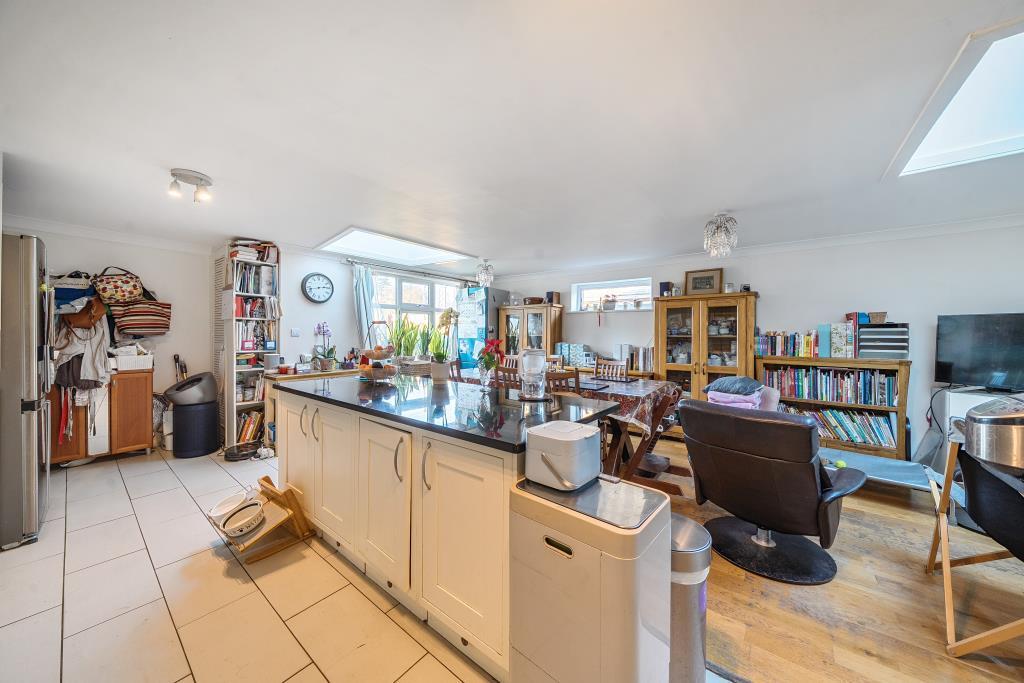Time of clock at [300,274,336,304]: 2:42
